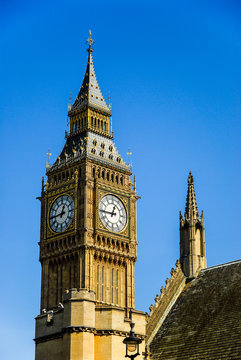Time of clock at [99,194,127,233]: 12:44
